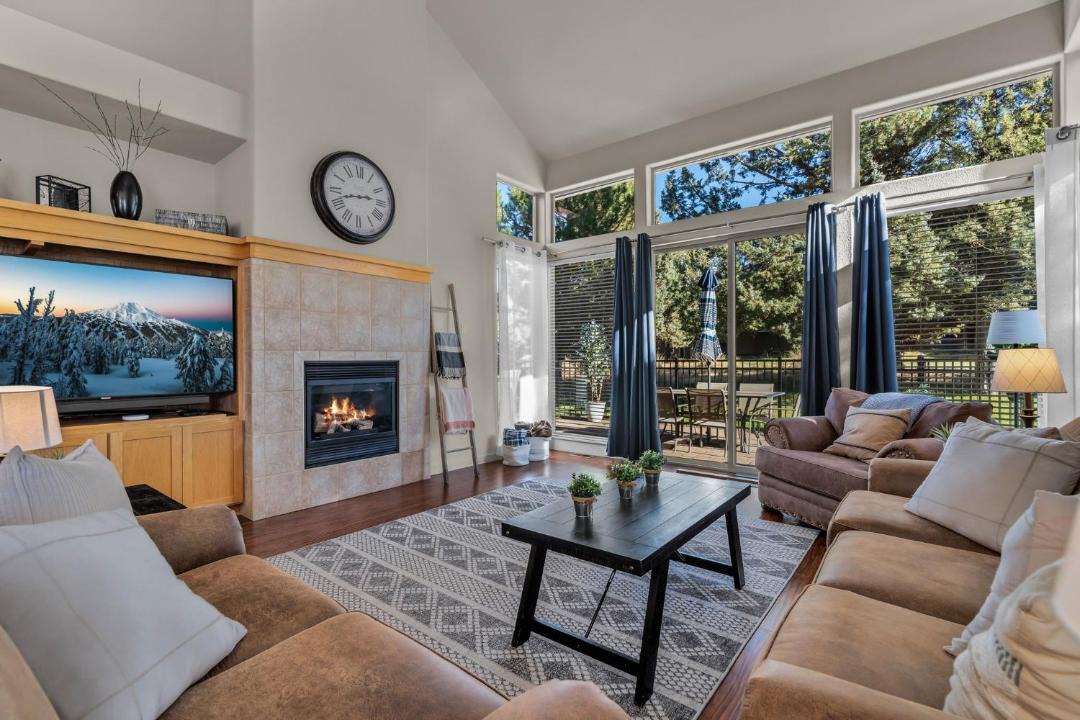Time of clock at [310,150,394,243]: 2:42
